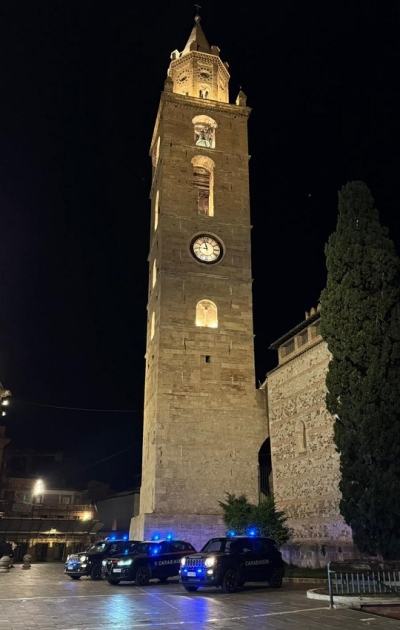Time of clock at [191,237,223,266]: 8:57
